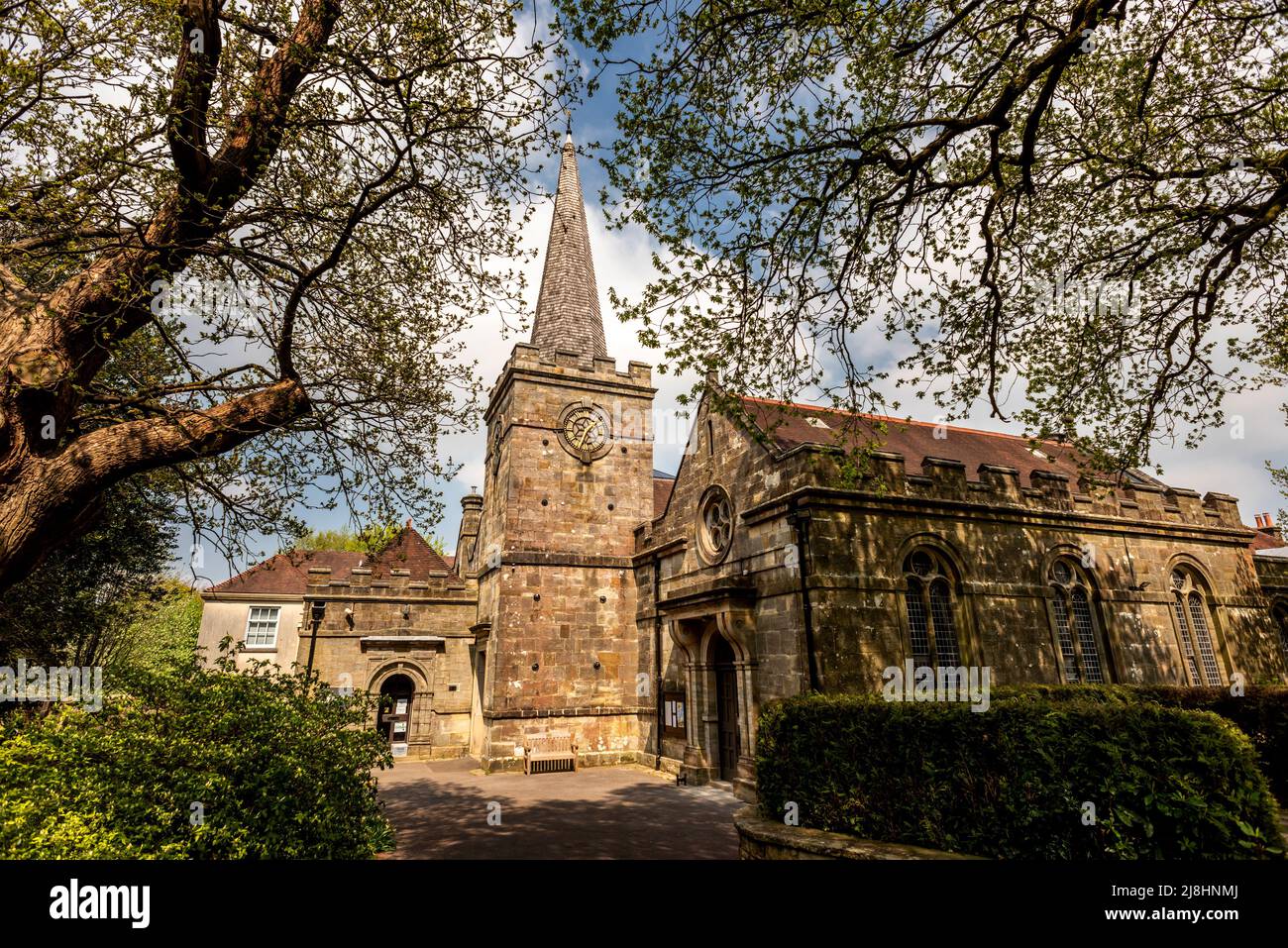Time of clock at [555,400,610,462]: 1:33
